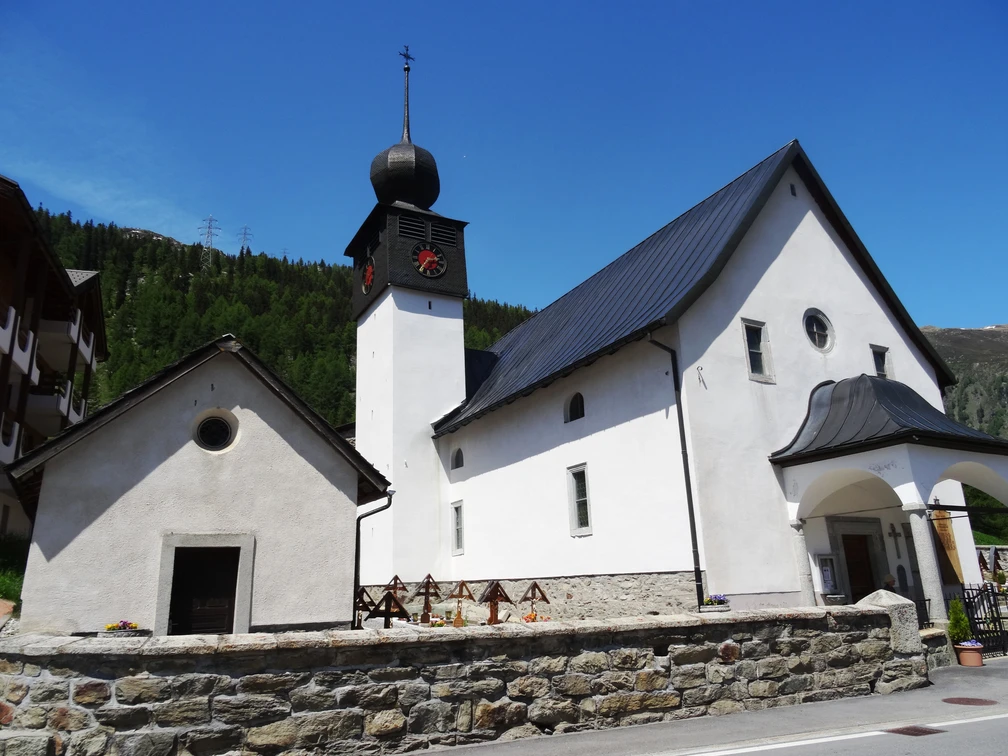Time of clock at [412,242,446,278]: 2:36
